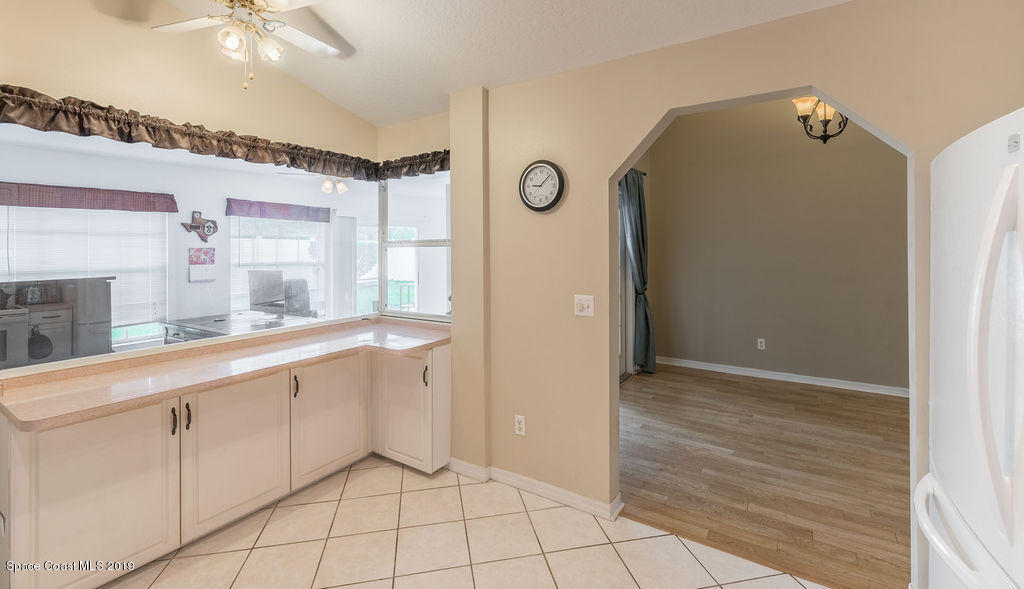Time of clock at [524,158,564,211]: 9:07
